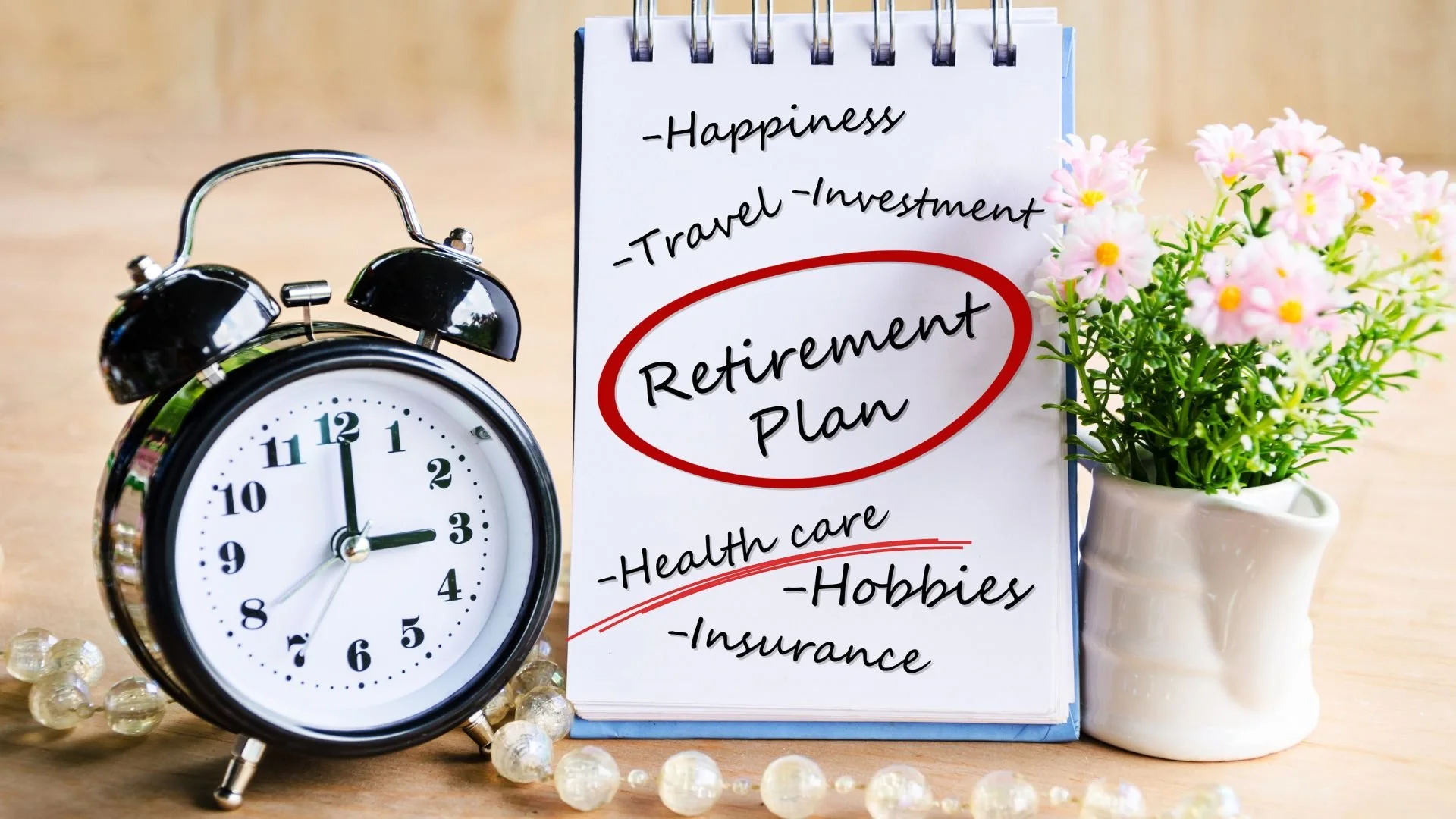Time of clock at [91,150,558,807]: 3:00
